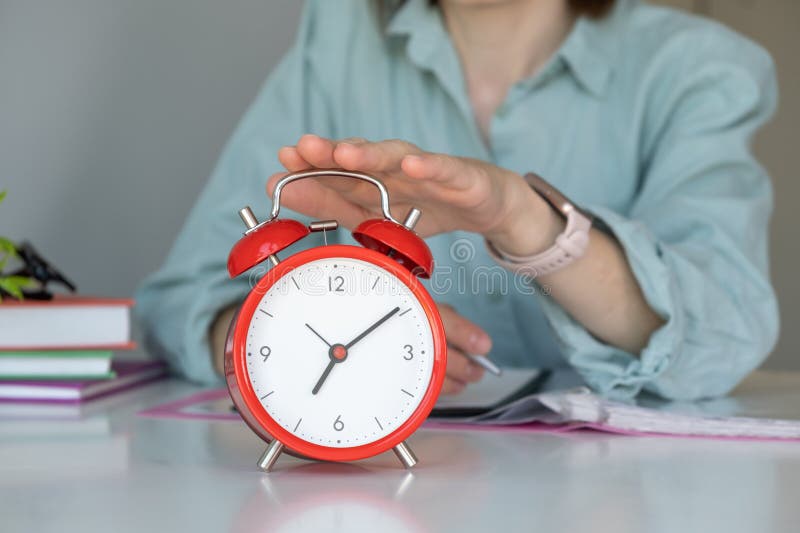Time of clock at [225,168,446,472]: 7:09
